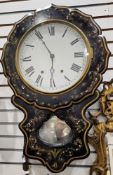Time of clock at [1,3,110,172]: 5:55
